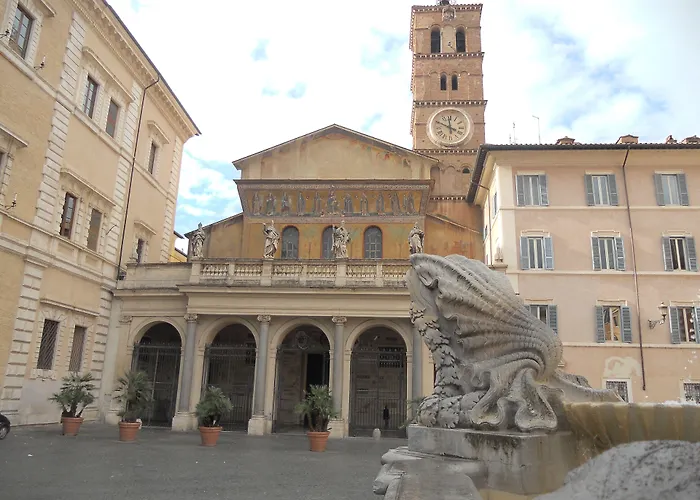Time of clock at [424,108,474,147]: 11:49
